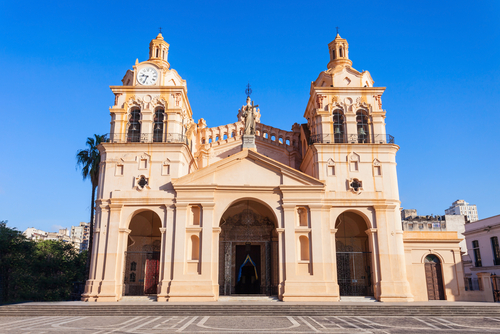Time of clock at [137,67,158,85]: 9:34
